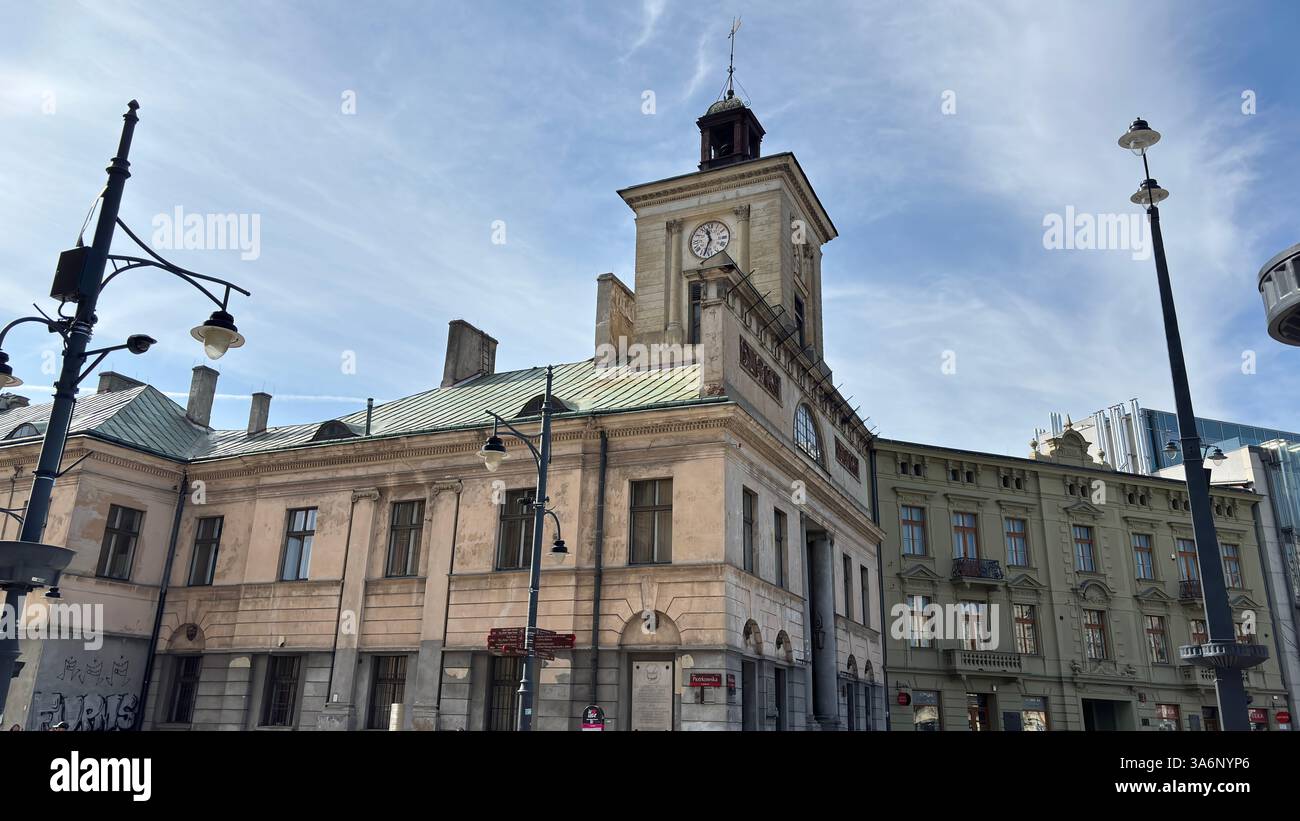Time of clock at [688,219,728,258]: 11:33
